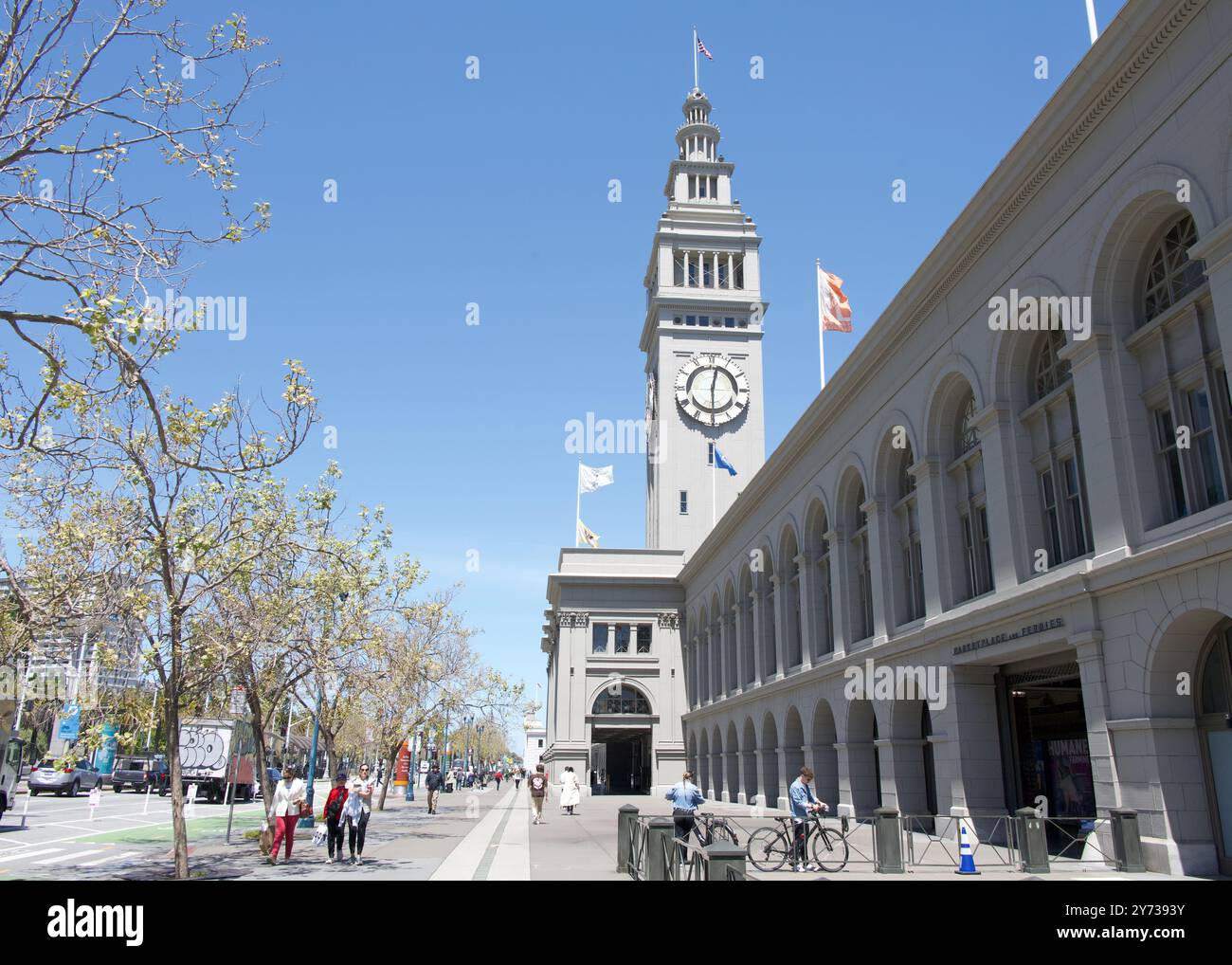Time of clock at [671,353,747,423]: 12:29
